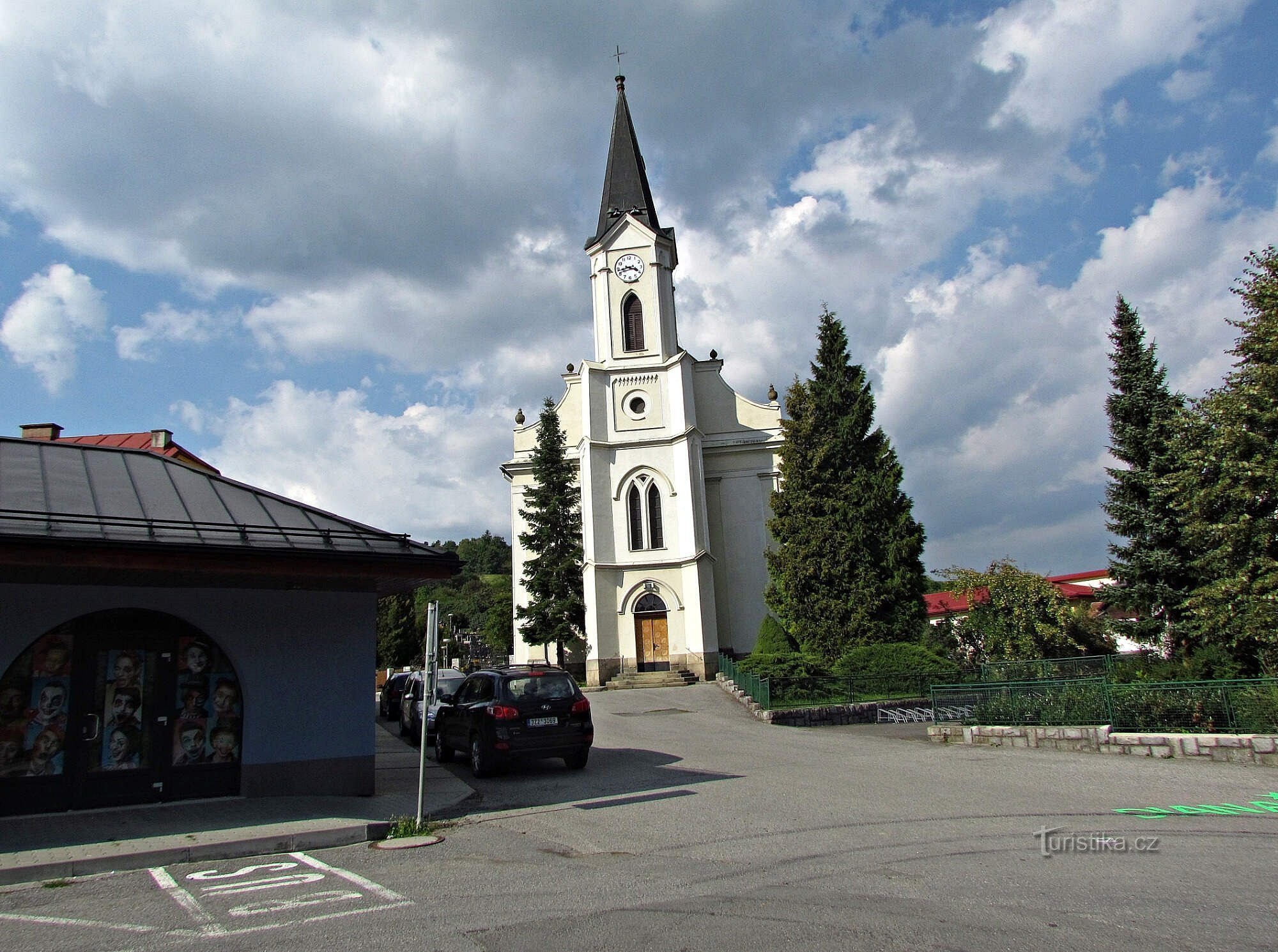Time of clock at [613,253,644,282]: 3:43
